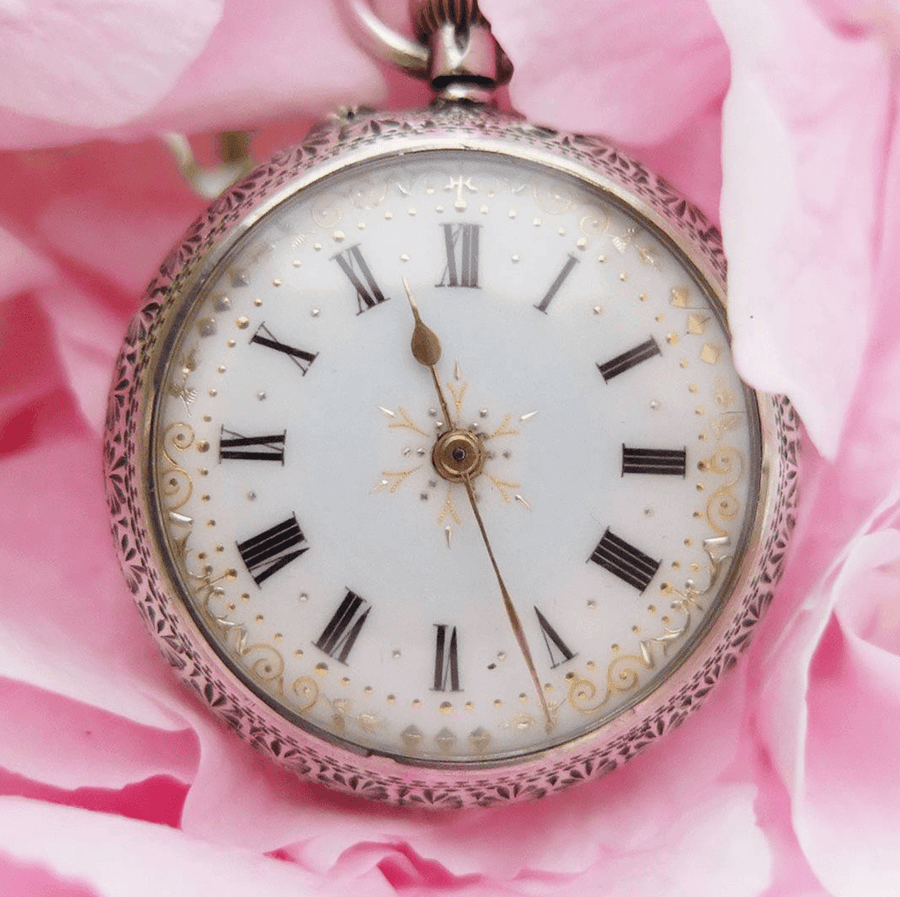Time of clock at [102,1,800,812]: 11:26
